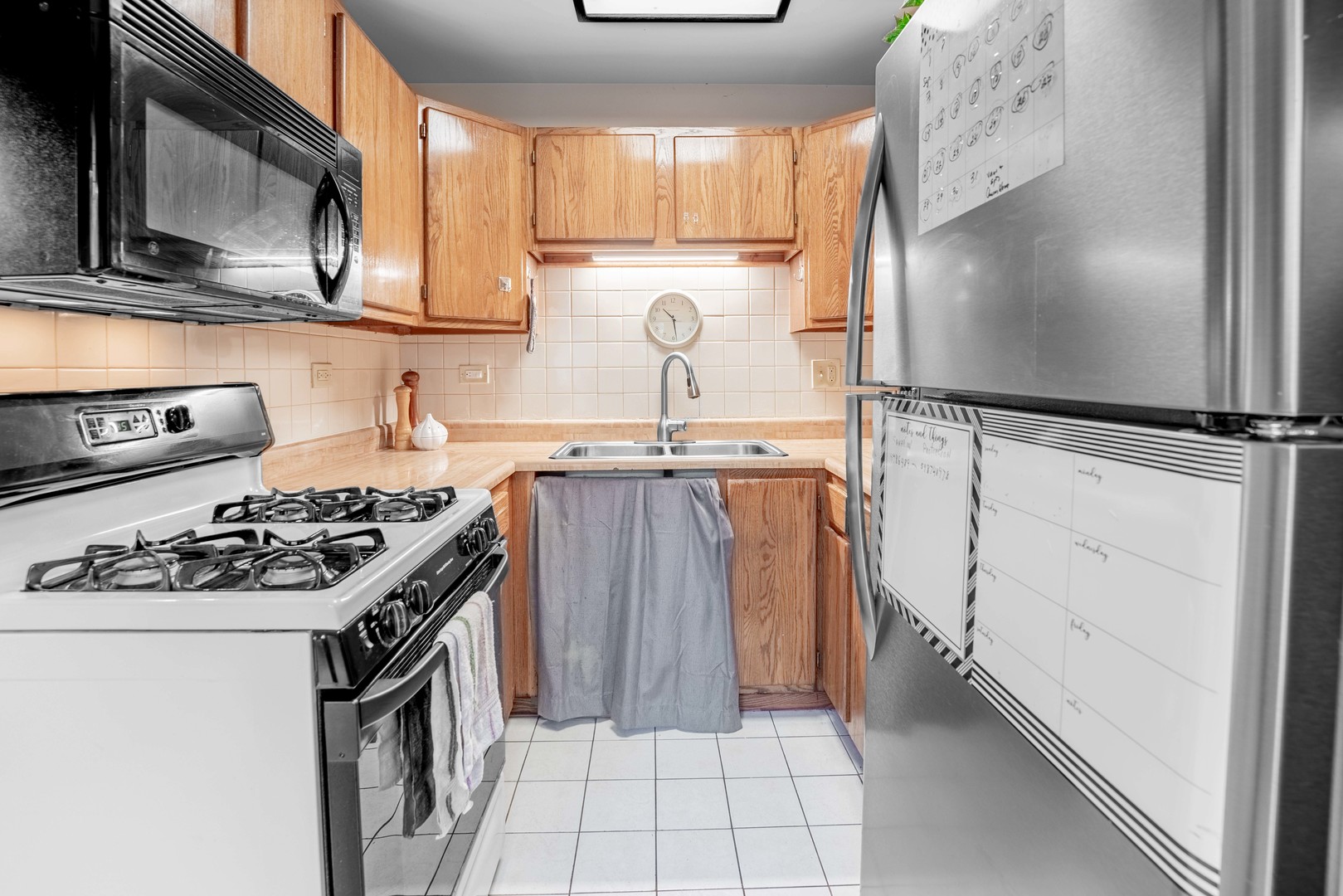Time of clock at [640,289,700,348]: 10:28
